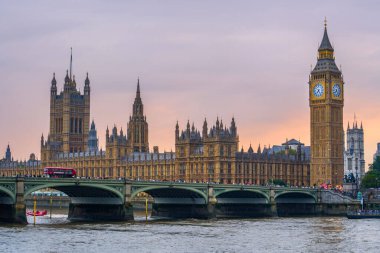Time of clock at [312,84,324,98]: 7:24
